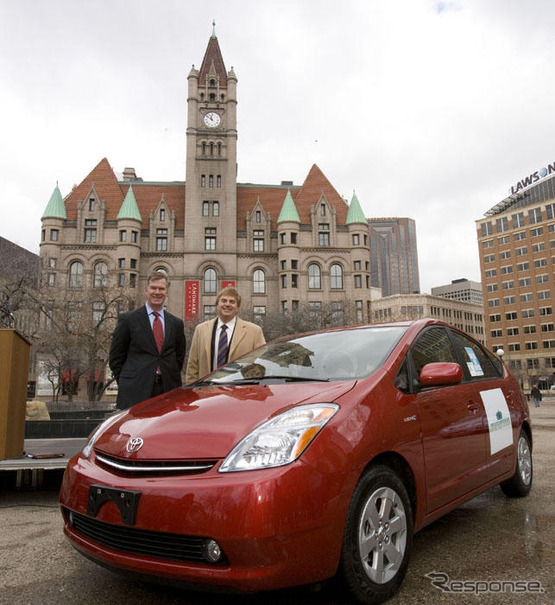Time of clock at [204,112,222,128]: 11:51
